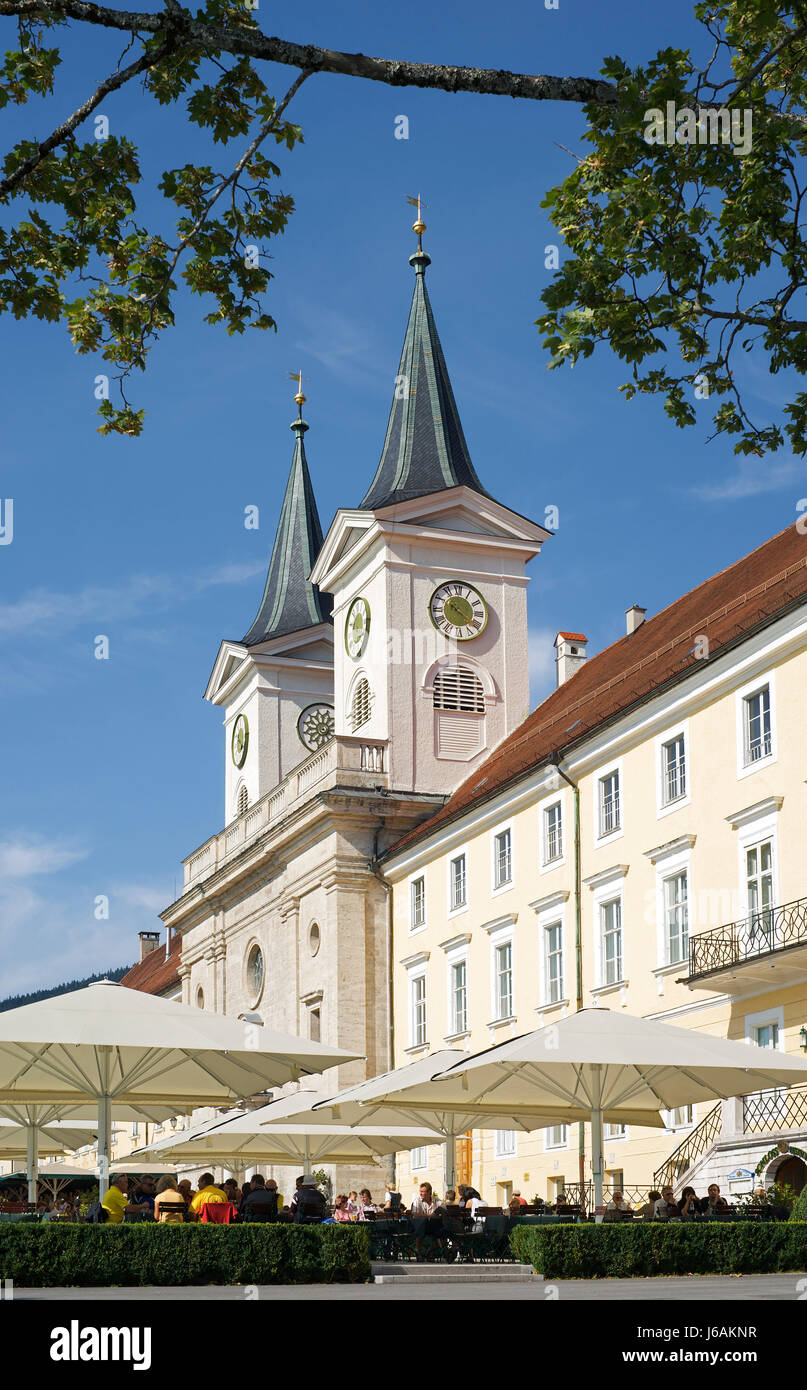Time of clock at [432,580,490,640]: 10:20
